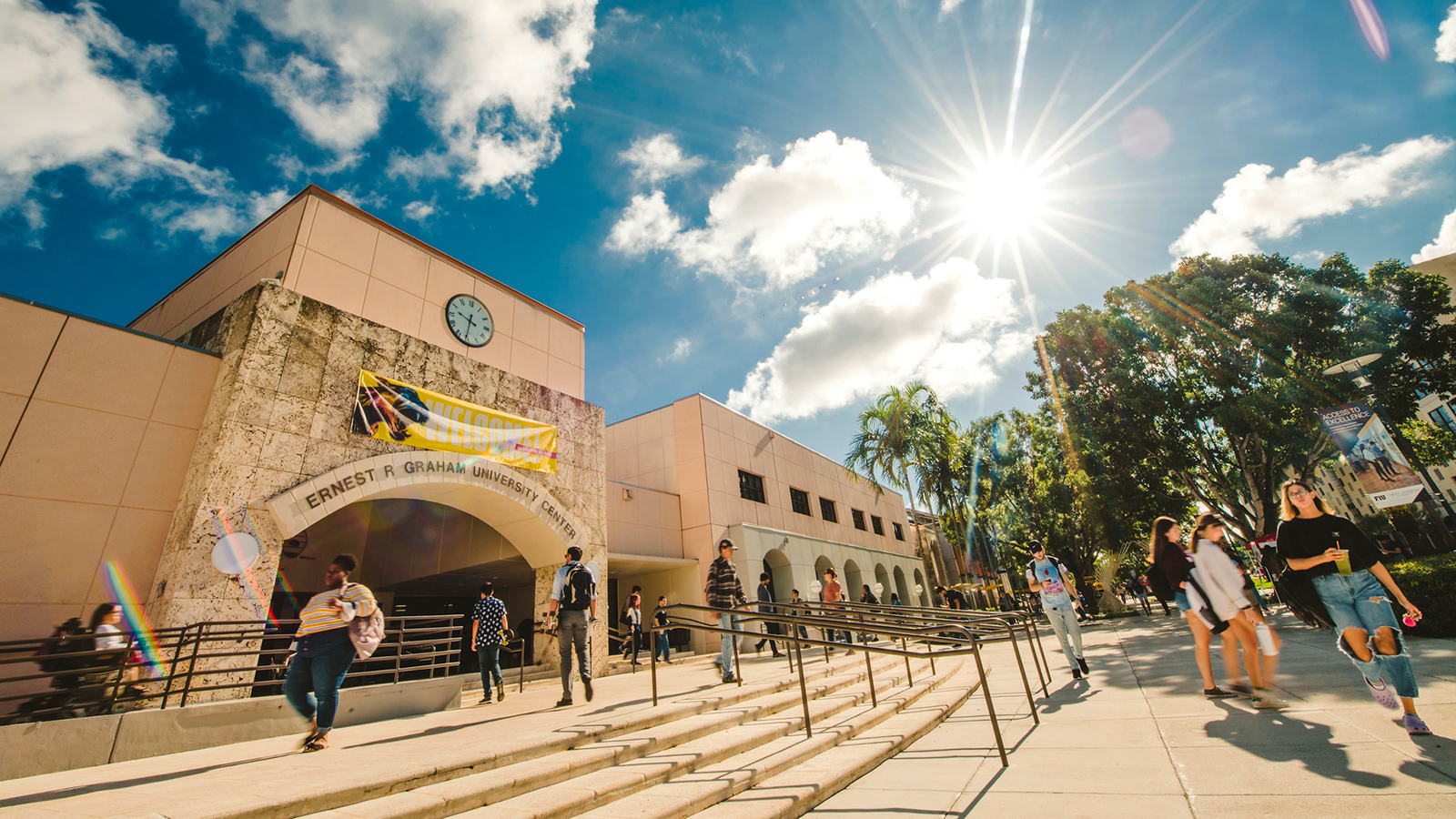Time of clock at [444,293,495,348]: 9:31
